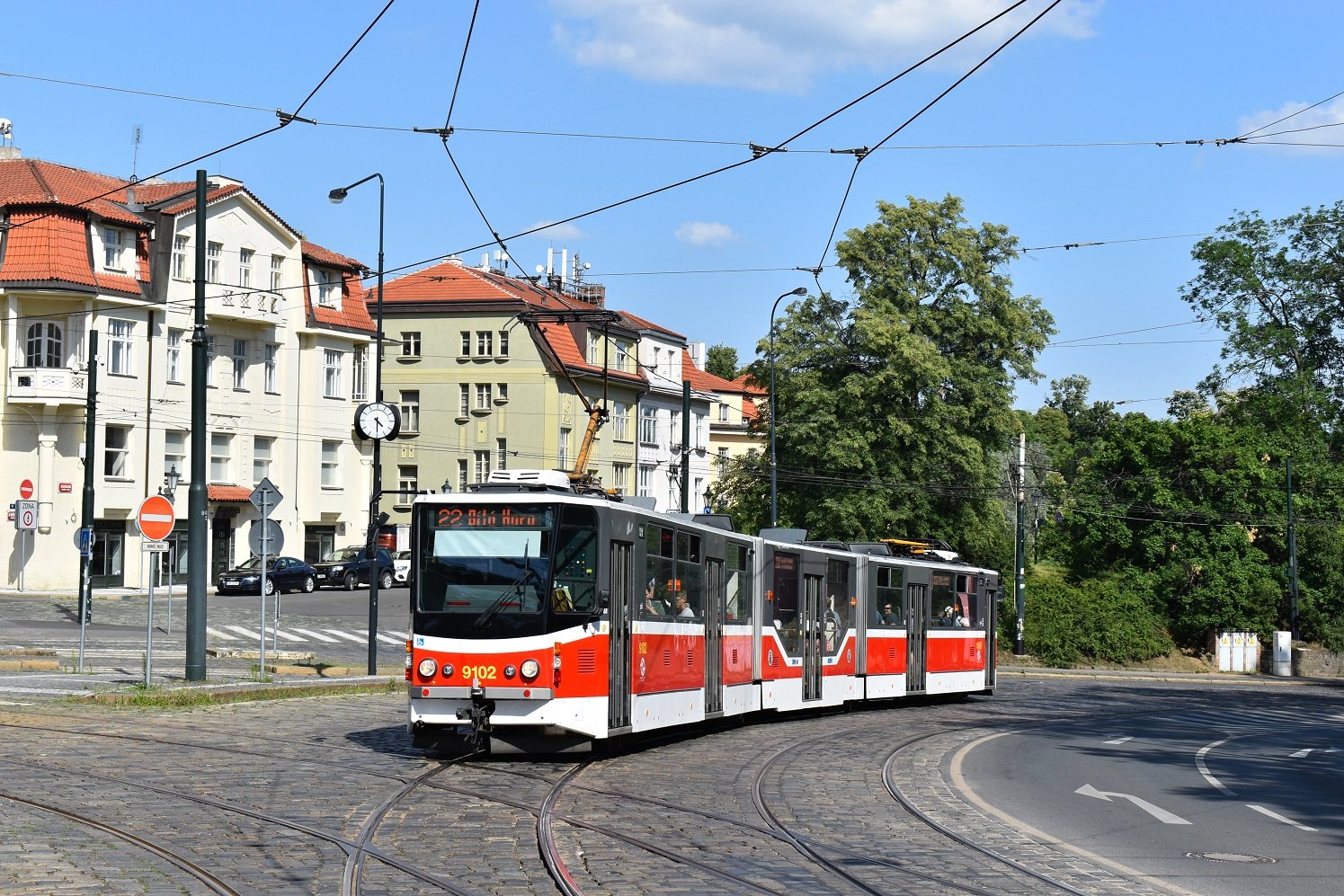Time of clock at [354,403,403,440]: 4:29
